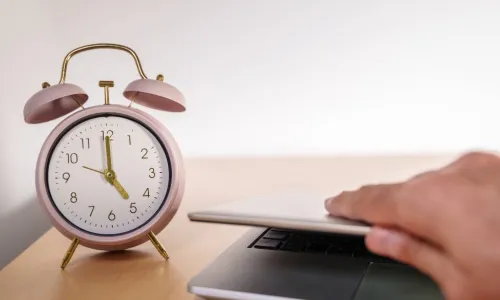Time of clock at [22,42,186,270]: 5:00
